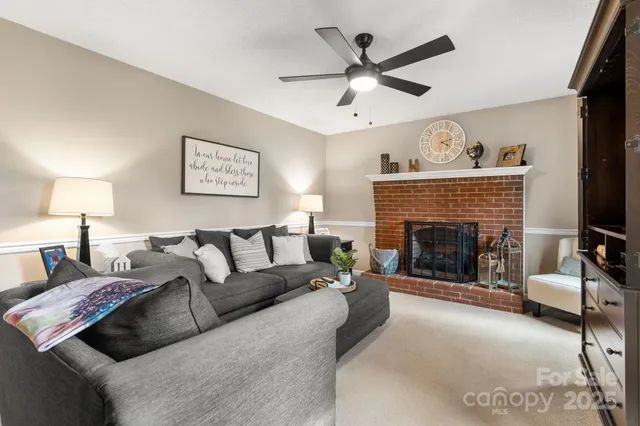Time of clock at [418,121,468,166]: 4:12
